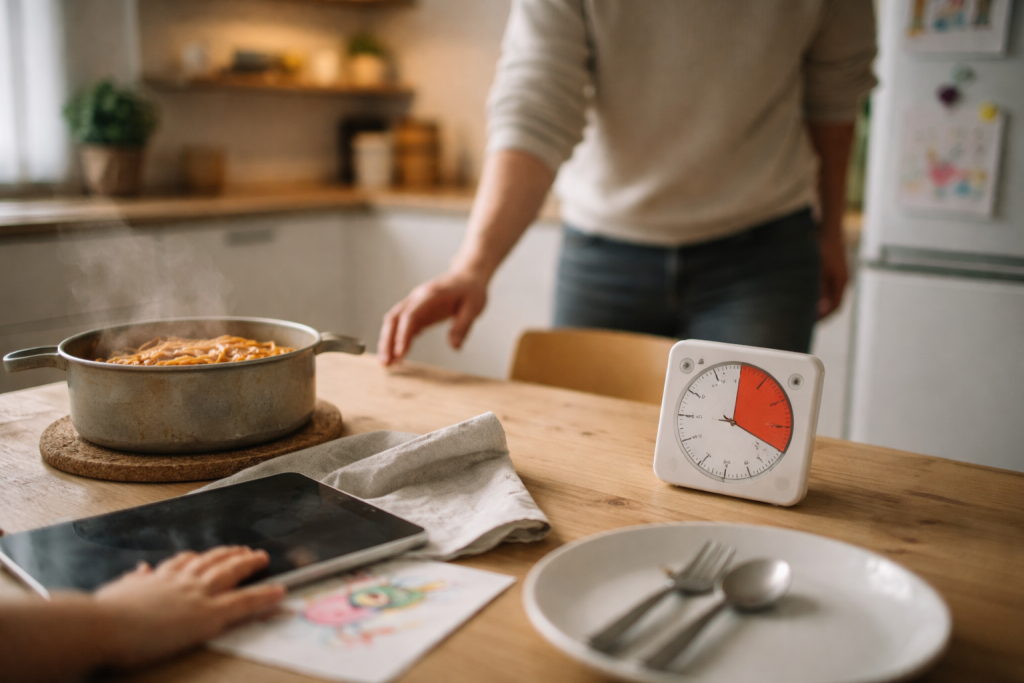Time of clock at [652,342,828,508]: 12:18
